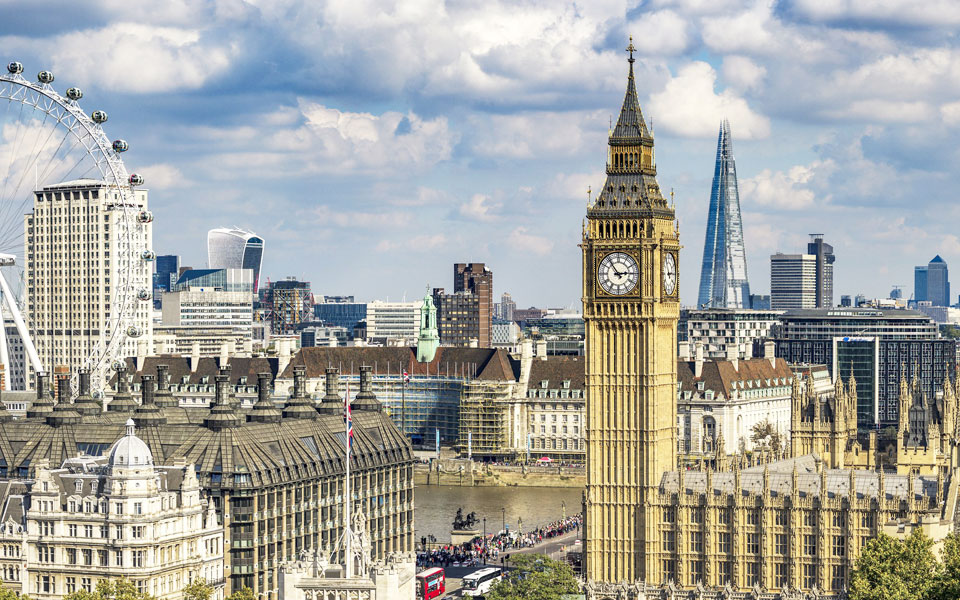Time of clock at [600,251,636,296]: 2:54
